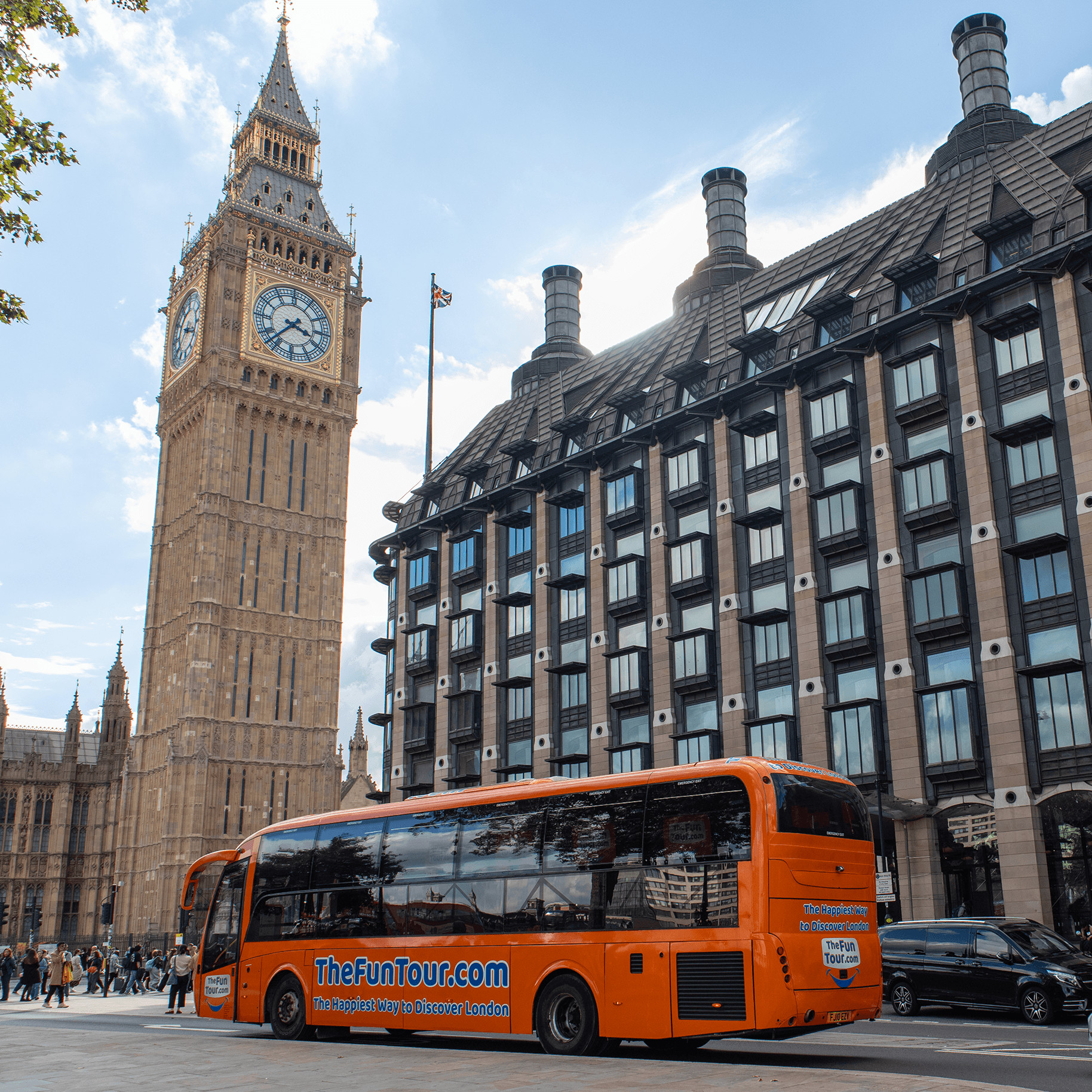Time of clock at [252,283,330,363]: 3:37
